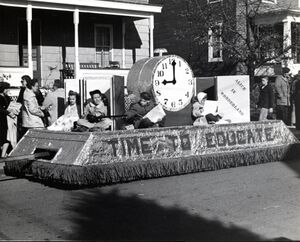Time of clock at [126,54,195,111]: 9:01
